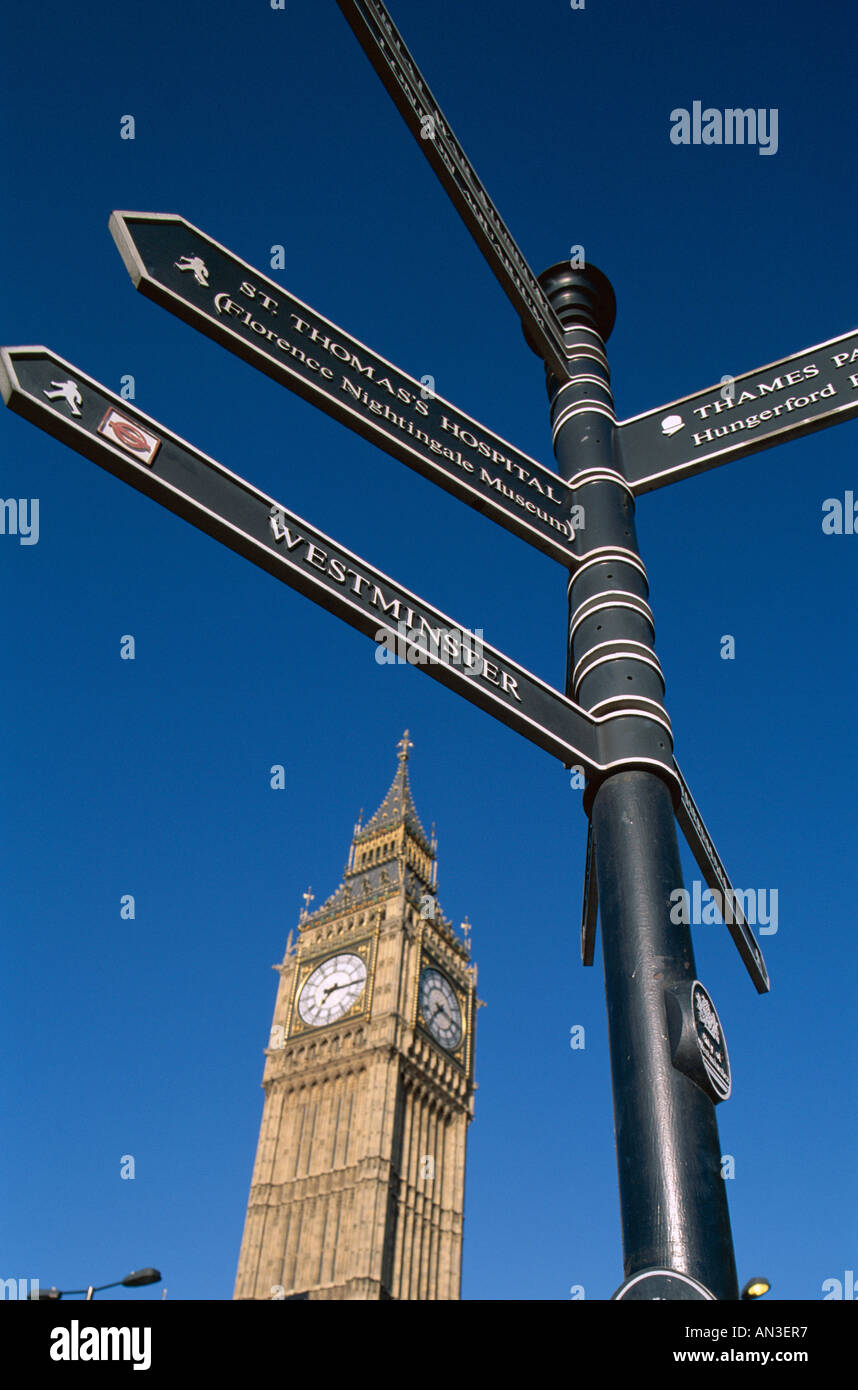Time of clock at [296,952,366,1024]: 7:15
